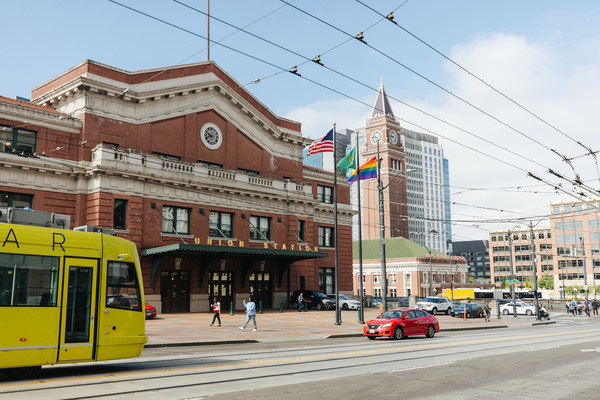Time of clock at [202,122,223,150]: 9:41
